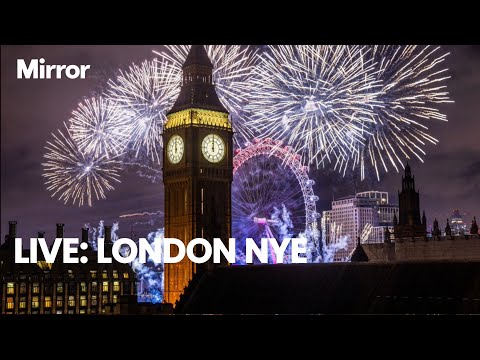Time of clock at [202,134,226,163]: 12:00
